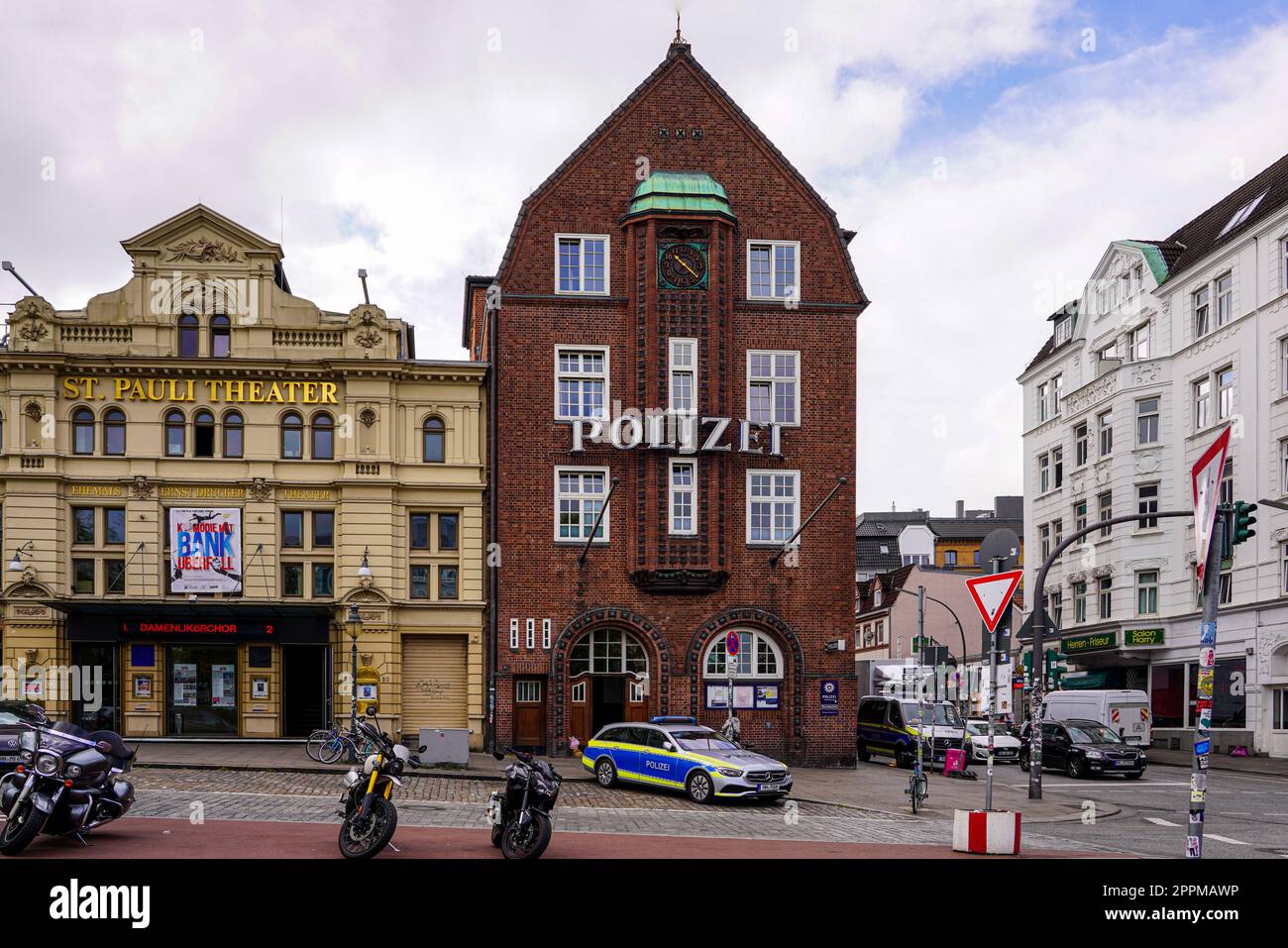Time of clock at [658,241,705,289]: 10:21
